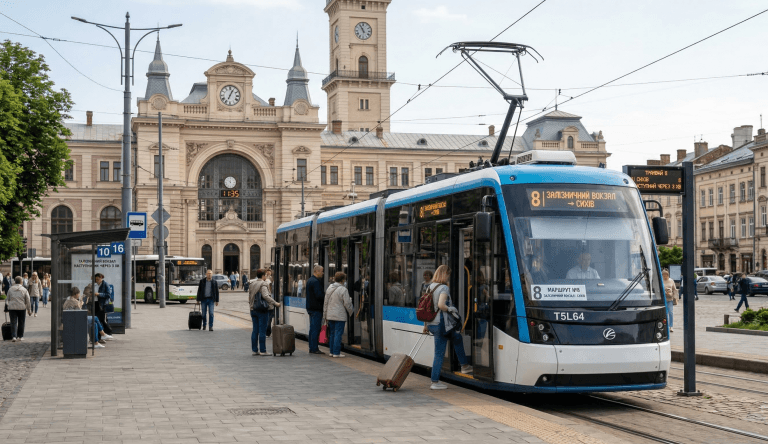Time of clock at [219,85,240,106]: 7:04
